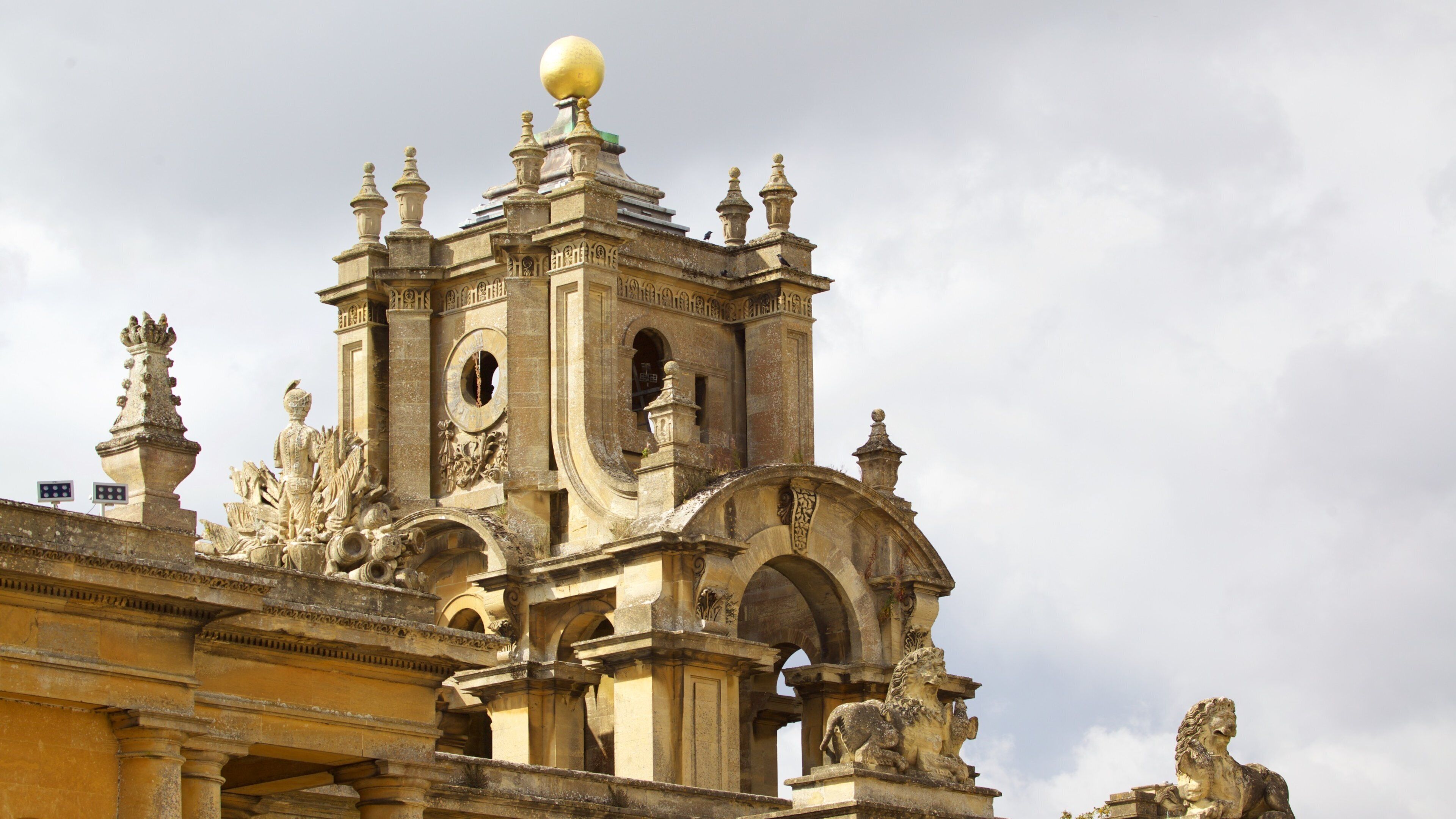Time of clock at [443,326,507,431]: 5:59
